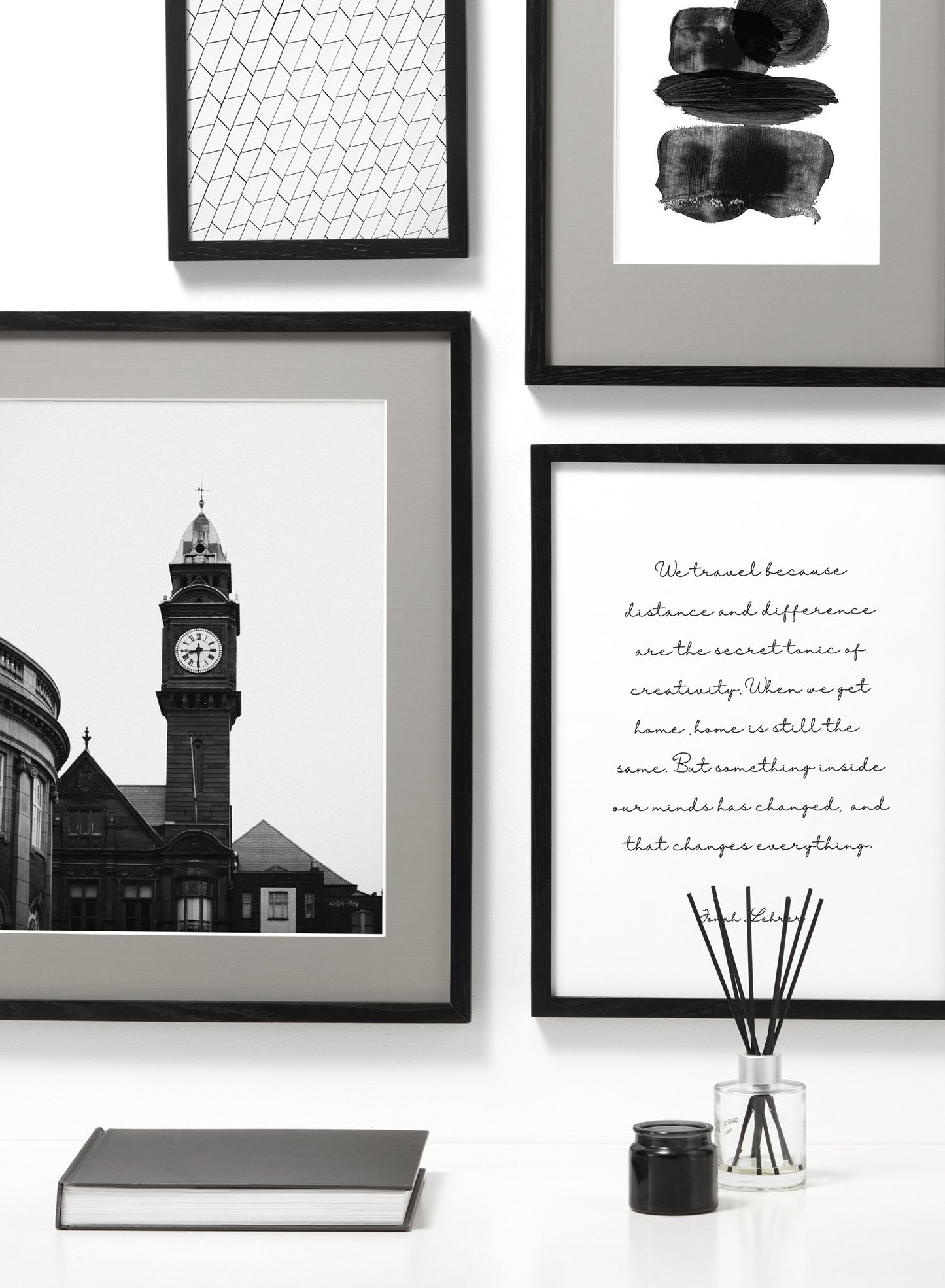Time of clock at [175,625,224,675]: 8:30
